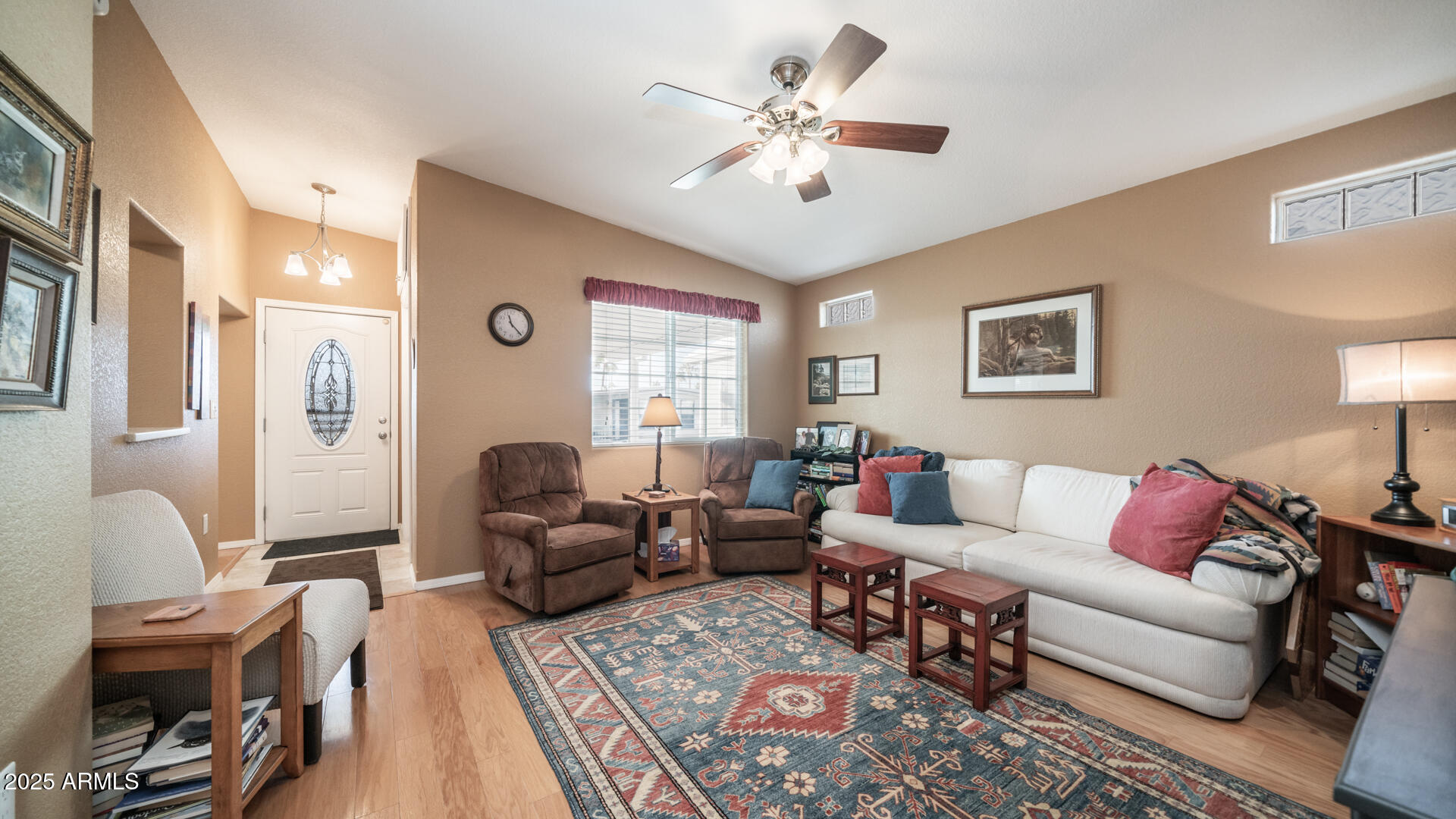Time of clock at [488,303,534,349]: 11:22
